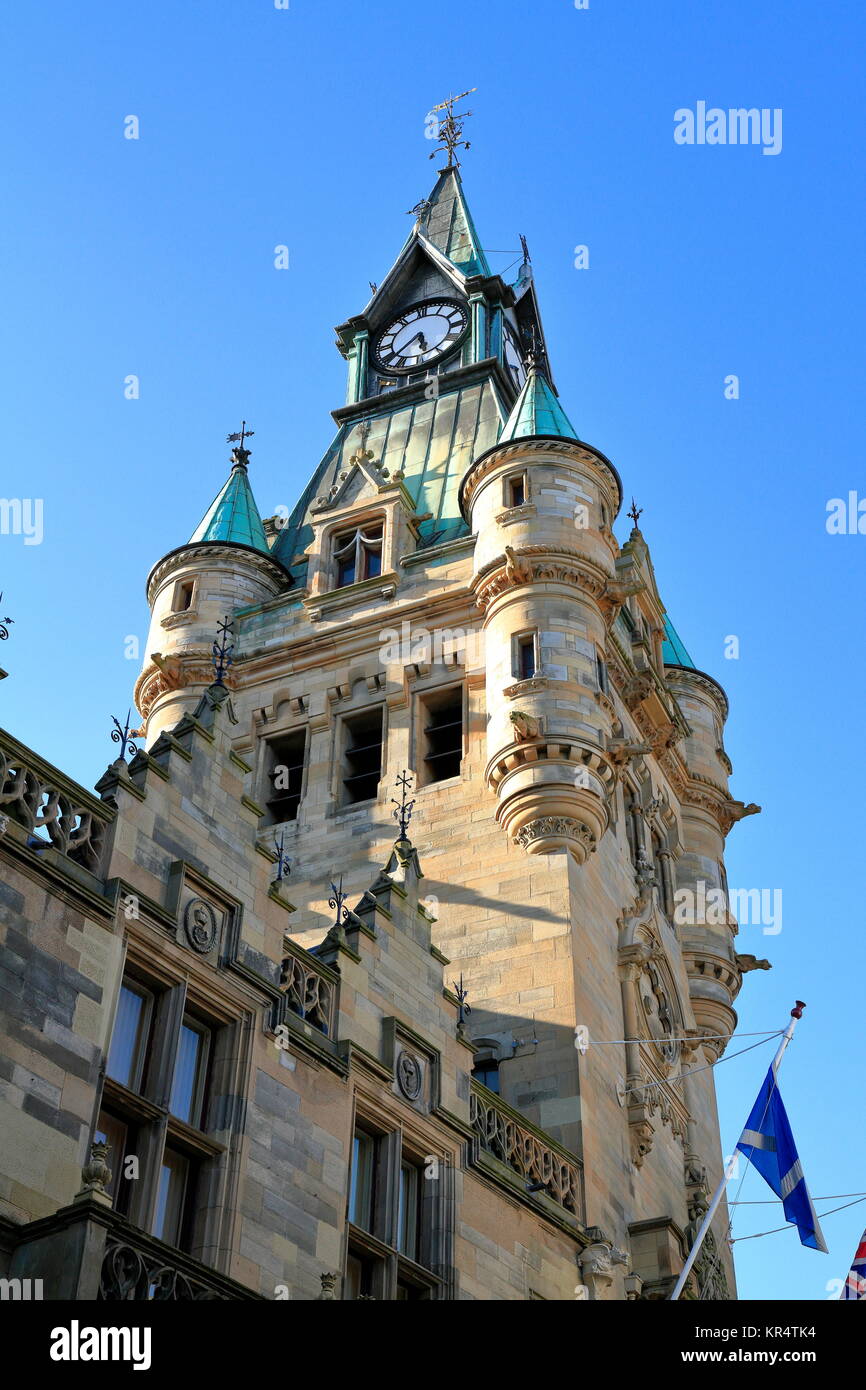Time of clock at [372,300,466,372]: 5:38
